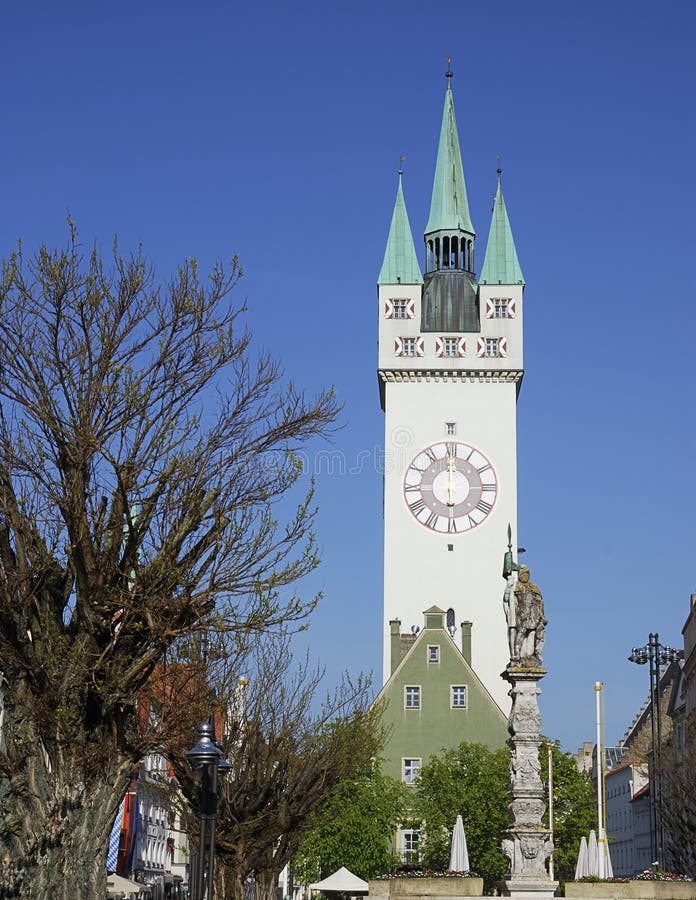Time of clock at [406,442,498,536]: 6:00
